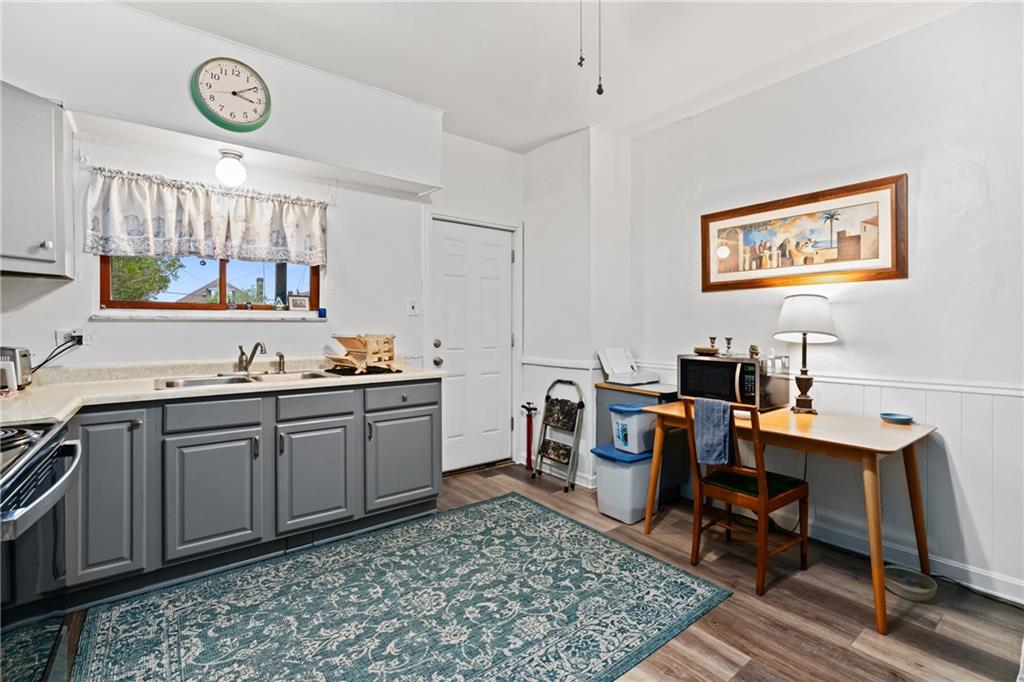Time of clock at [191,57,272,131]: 3:09
